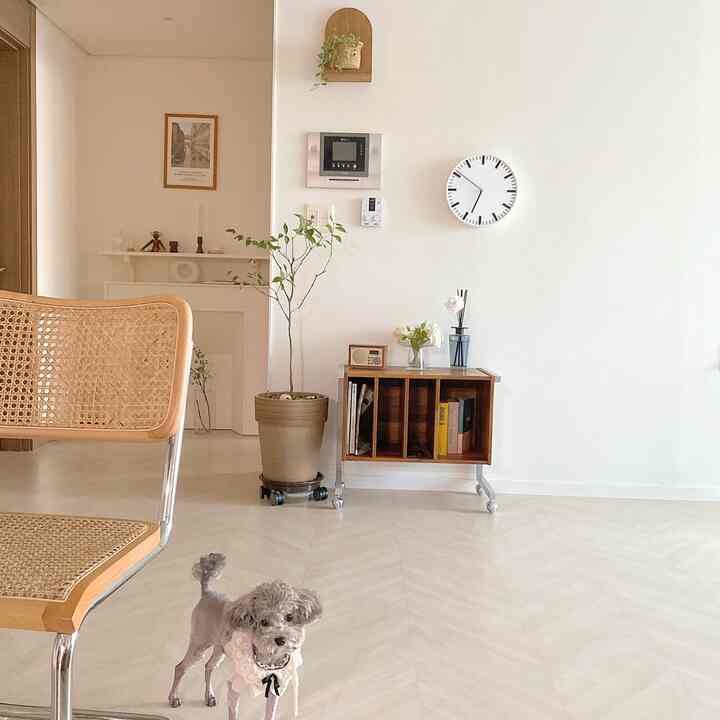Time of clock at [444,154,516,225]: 6:50
